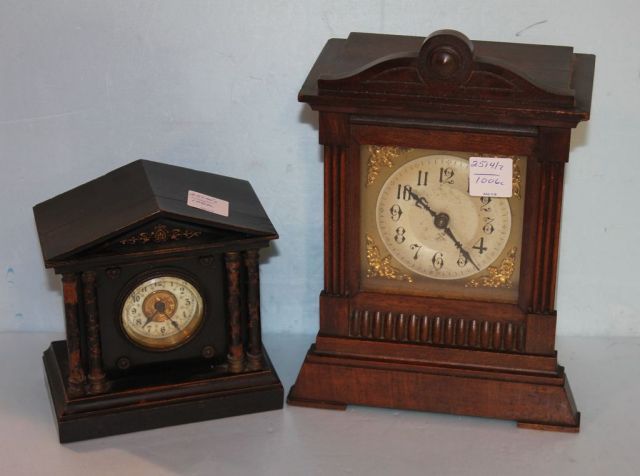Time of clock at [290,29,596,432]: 10:22
